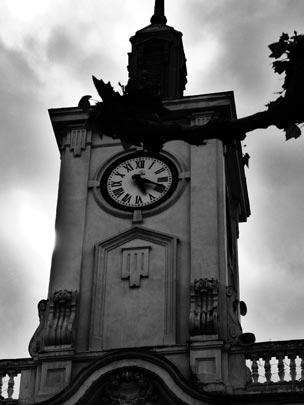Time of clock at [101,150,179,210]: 5:18
